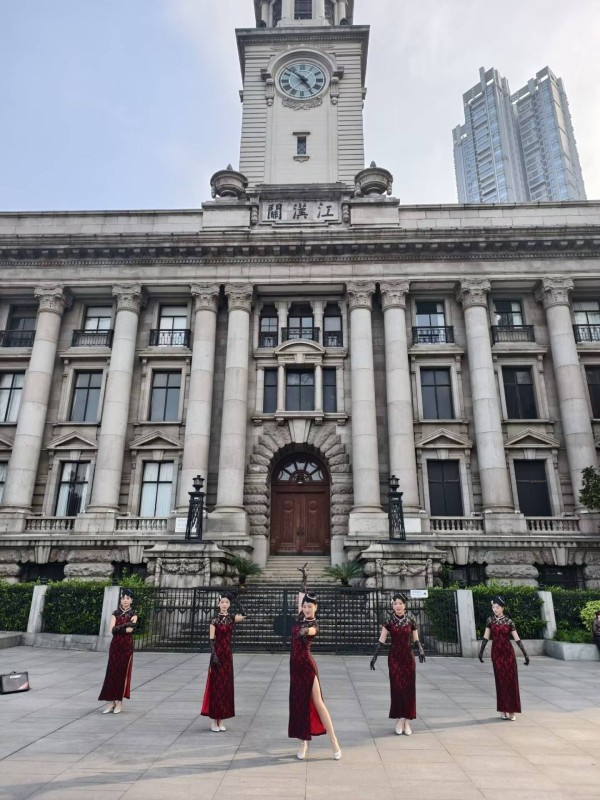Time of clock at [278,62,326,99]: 4:52
